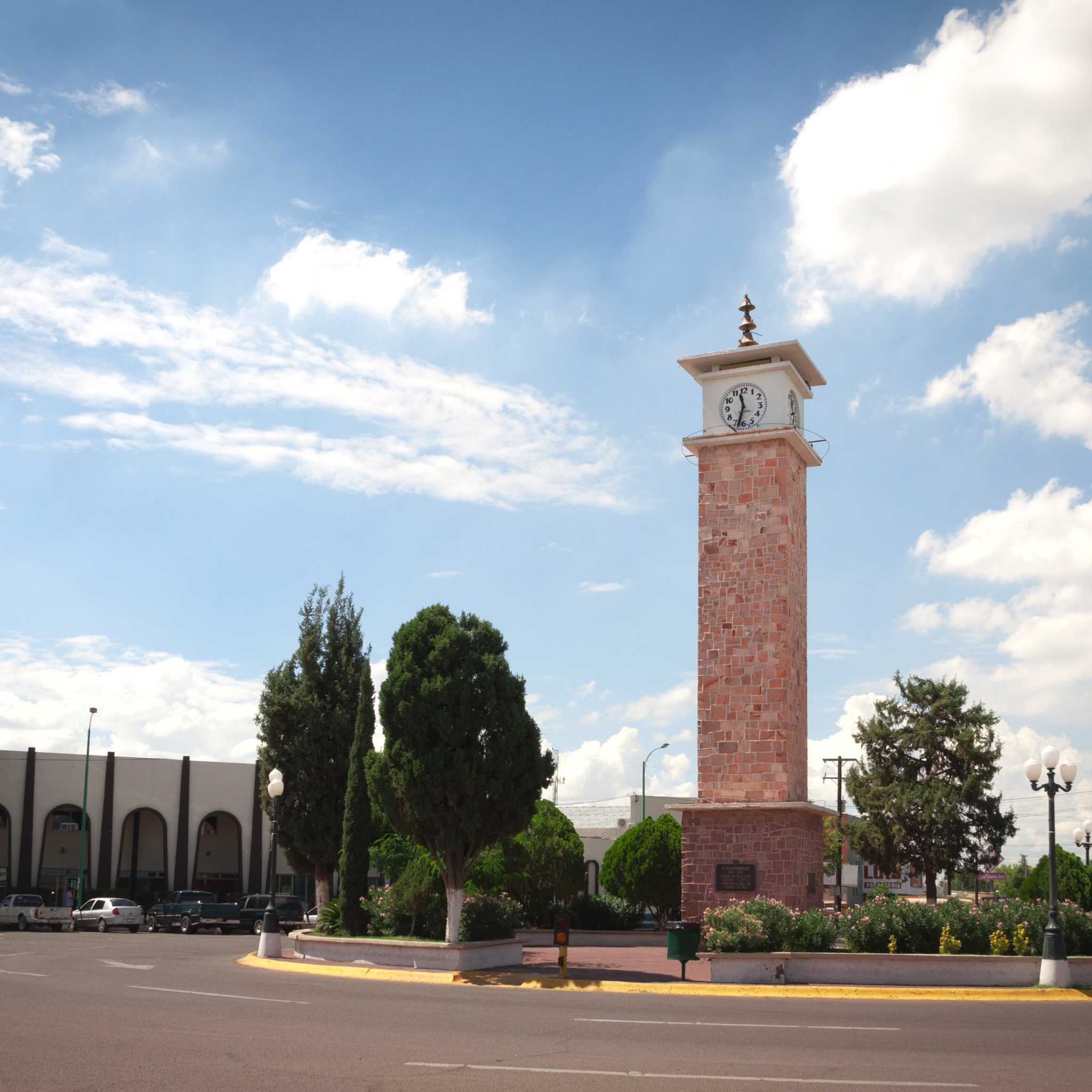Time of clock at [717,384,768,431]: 11:32
